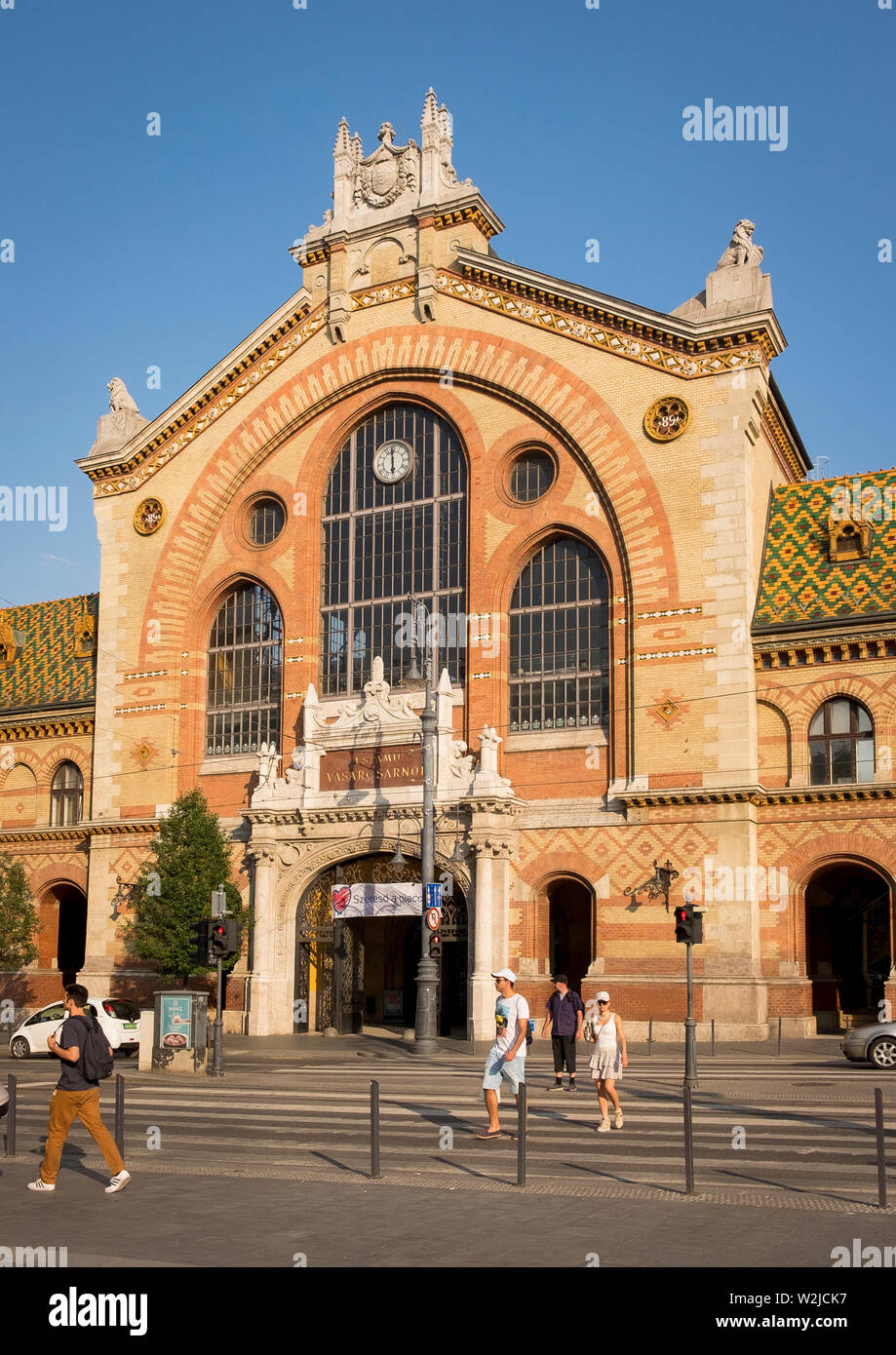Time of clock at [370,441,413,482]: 5:59
